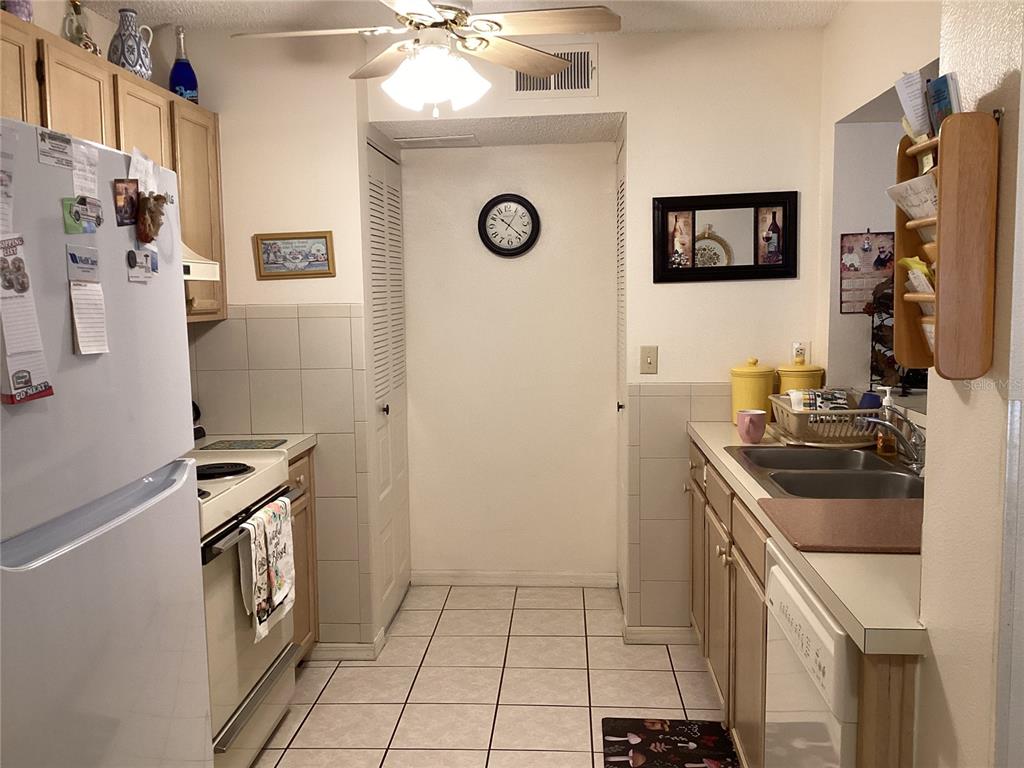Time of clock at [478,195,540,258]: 10:22
